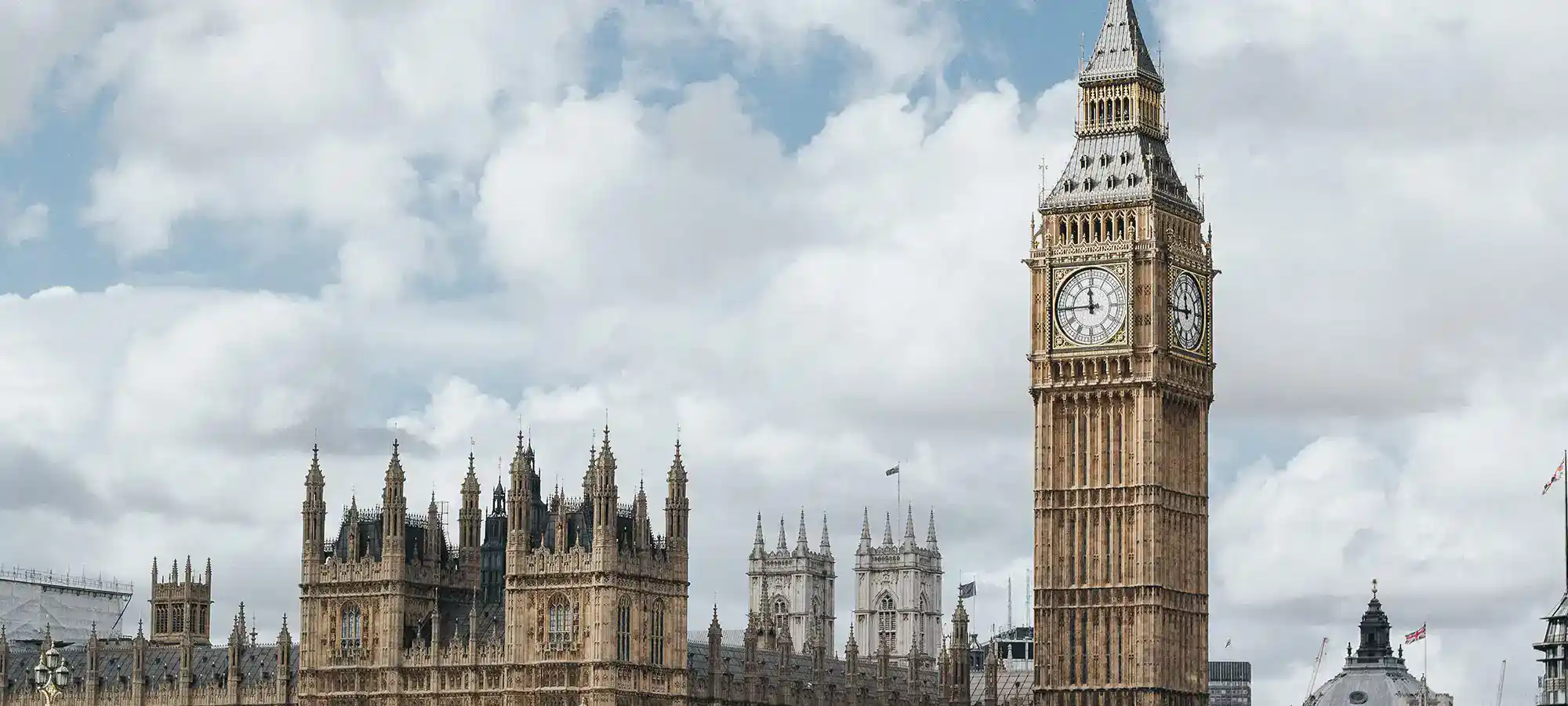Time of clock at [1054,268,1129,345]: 11:44
